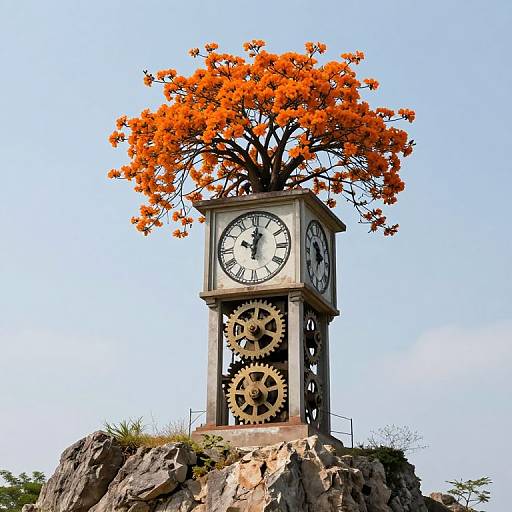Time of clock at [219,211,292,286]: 10:01
